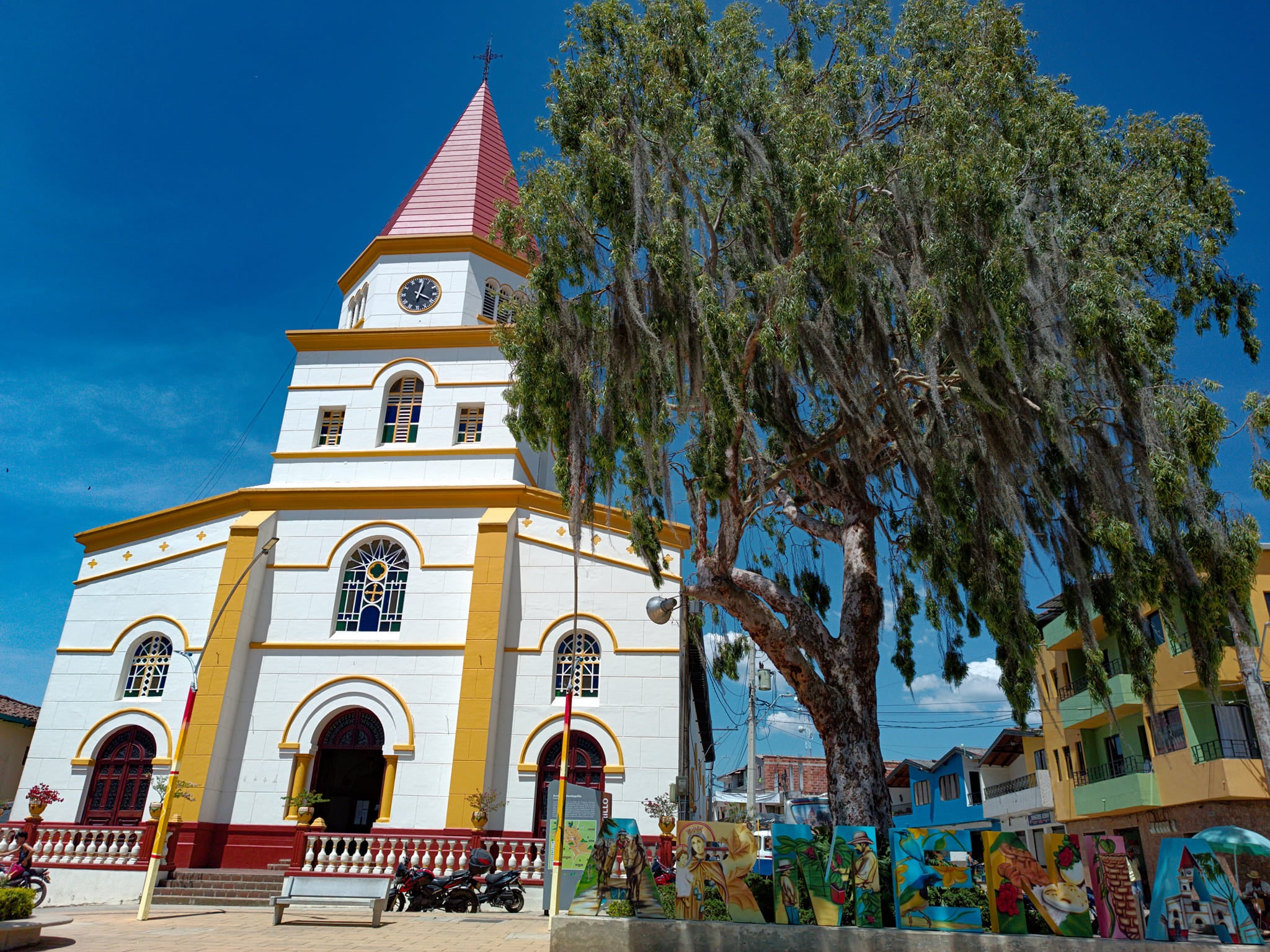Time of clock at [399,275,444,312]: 4:02
